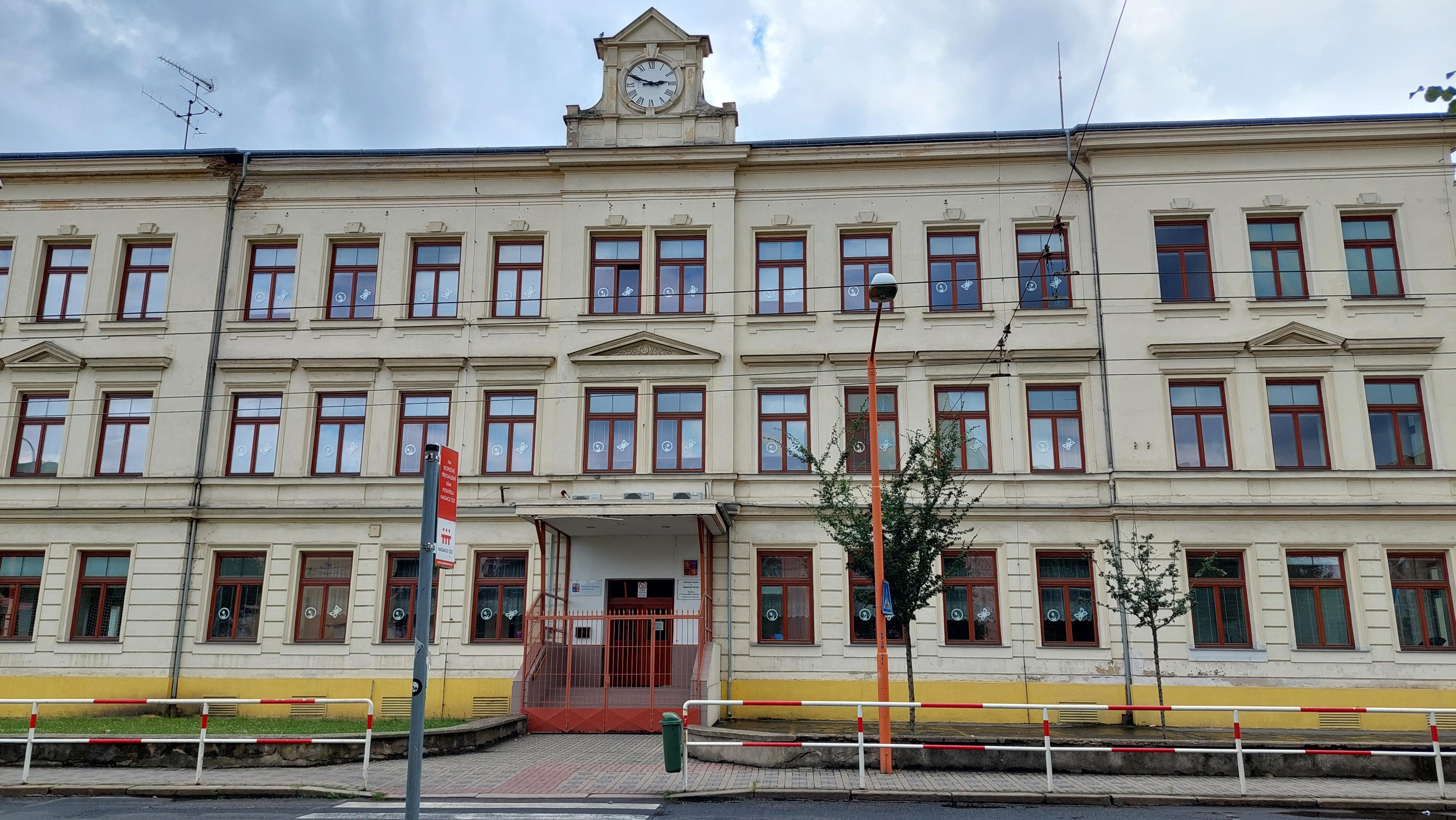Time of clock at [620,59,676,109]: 2:48
